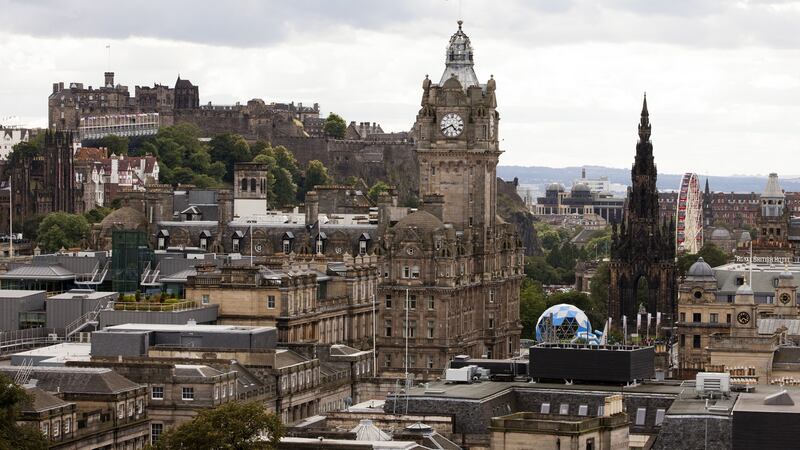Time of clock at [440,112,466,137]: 4:40
